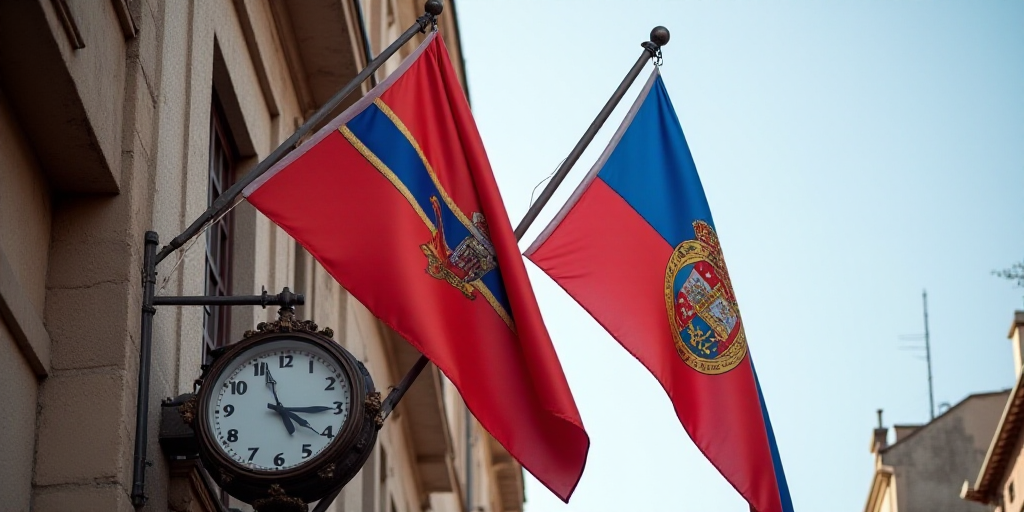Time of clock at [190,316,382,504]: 2:56
